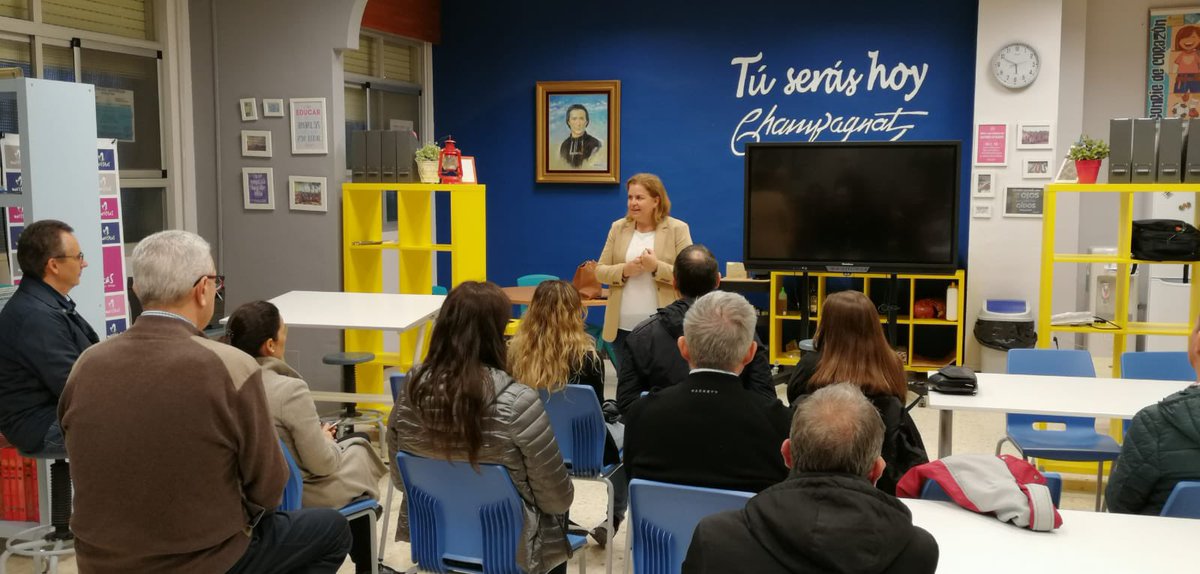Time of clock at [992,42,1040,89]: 5:49
